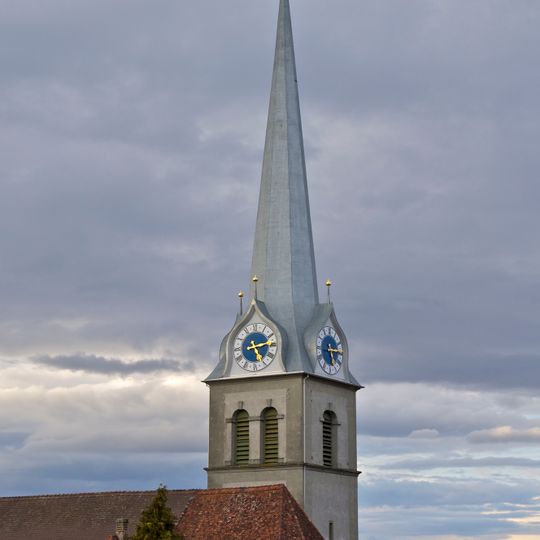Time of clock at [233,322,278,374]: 5:13
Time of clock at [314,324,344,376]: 5:14
